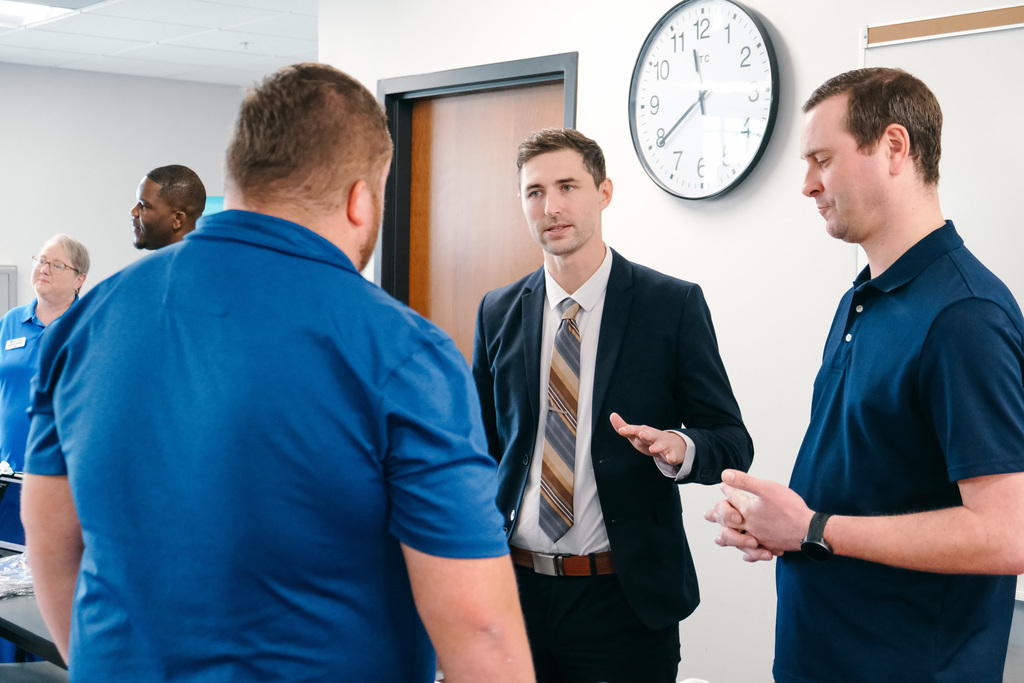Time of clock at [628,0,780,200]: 11:39
